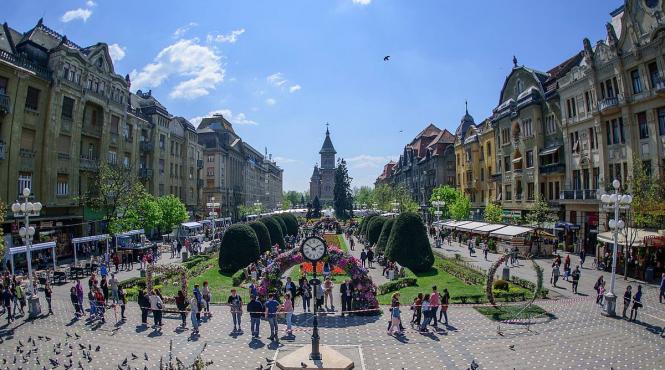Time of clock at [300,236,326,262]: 1:50
